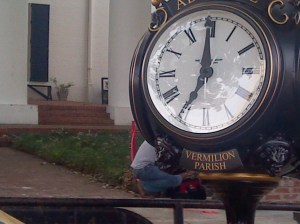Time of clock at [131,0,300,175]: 6:59
